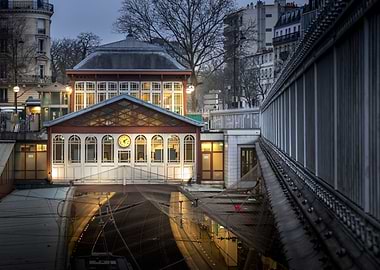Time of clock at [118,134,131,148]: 5:08
